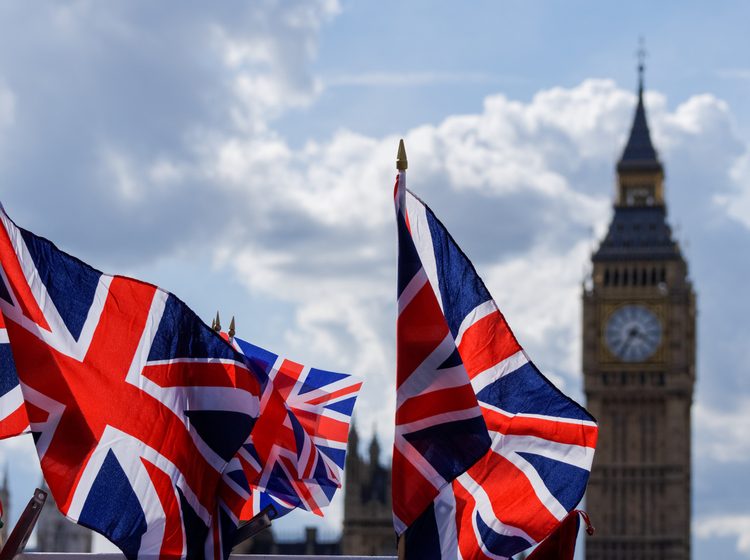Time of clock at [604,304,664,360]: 3:35
